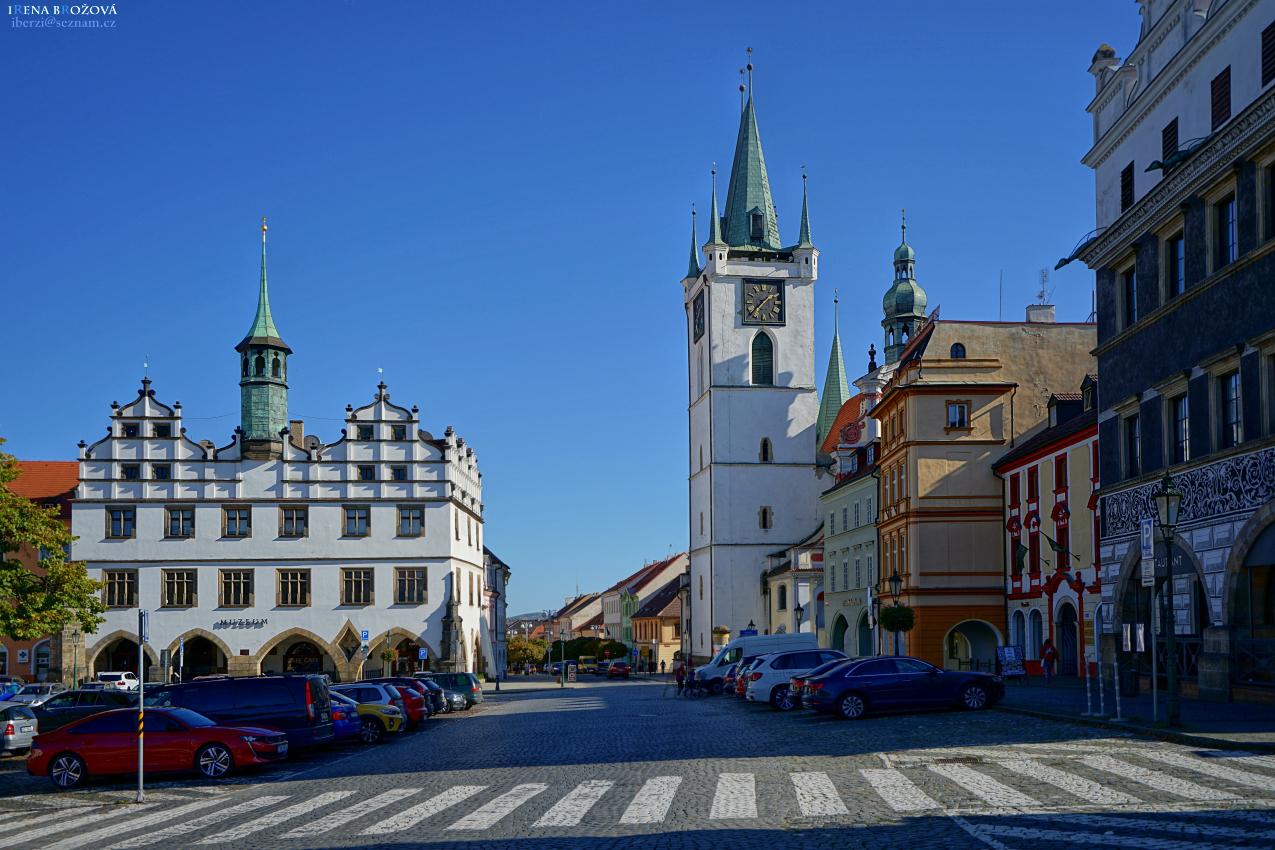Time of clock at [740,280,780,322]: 1:37
